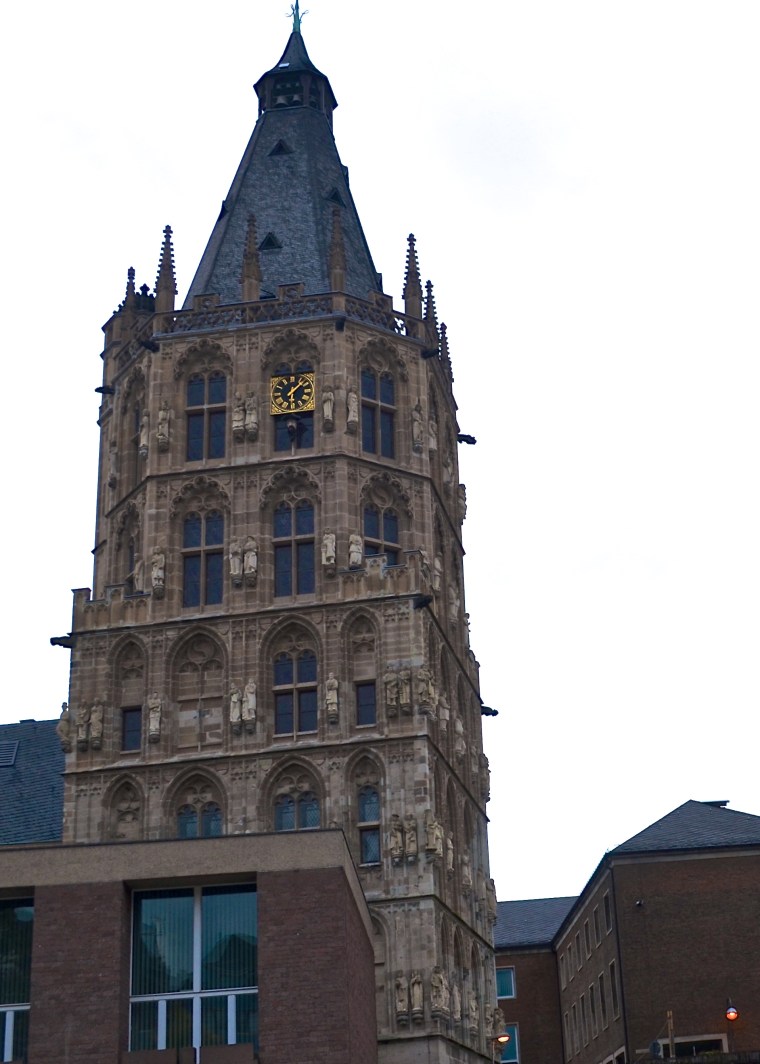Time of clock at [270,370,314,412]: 1:30
